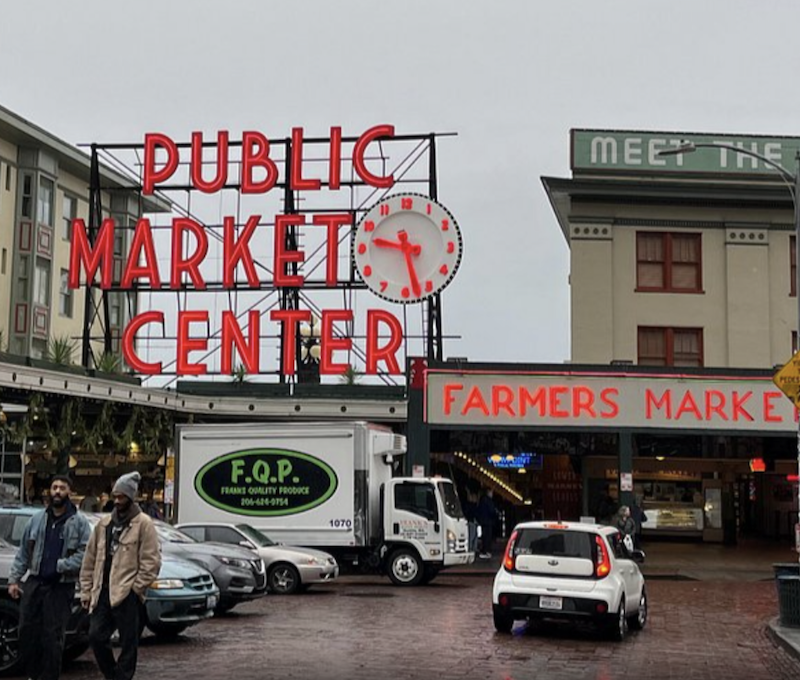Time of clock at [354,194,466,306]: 9:28
